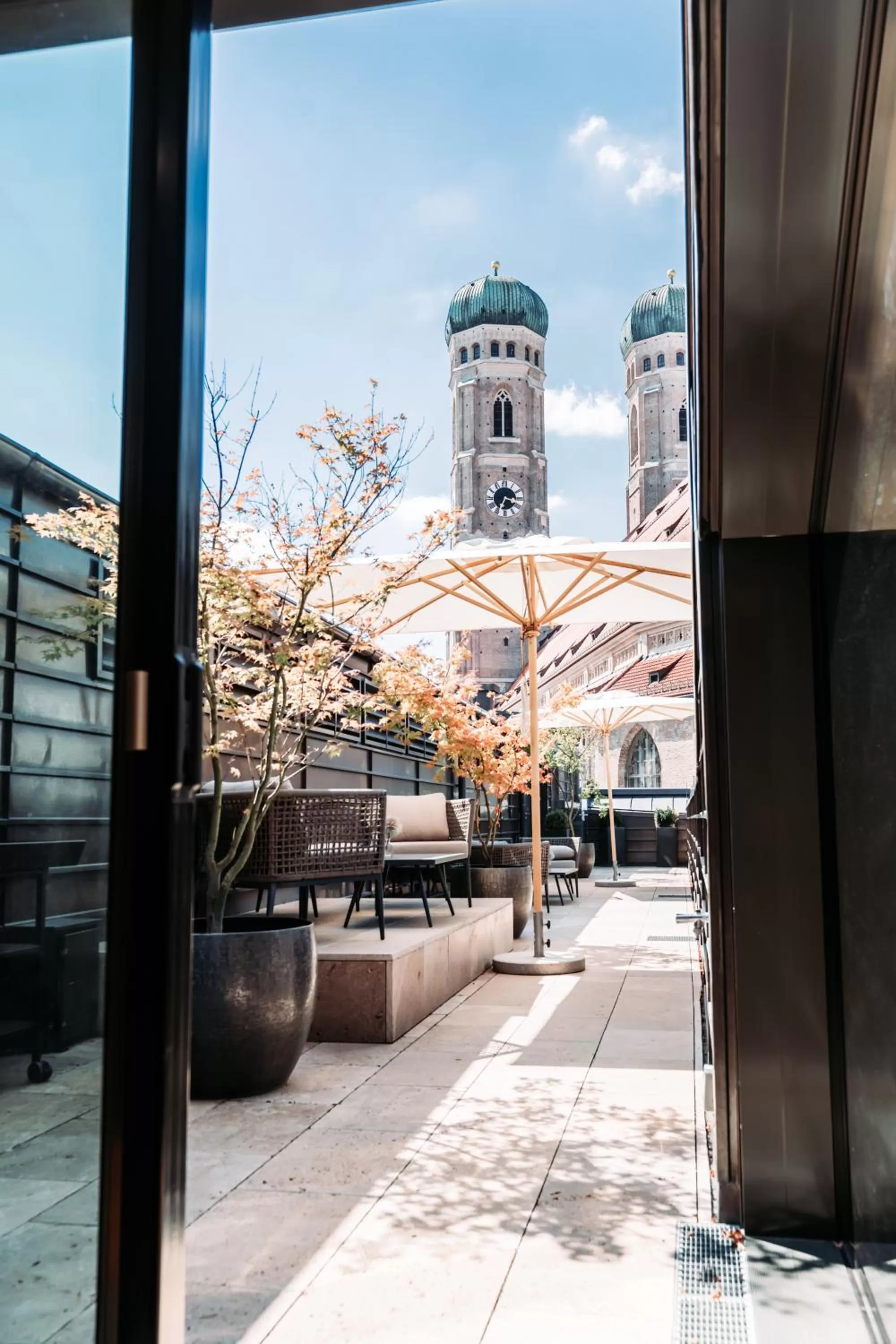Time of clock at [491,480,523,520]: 3:34
